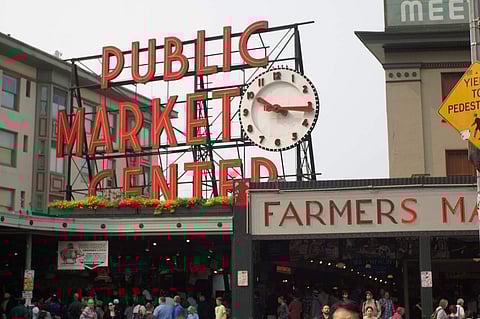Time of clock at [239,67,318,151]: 10:15
